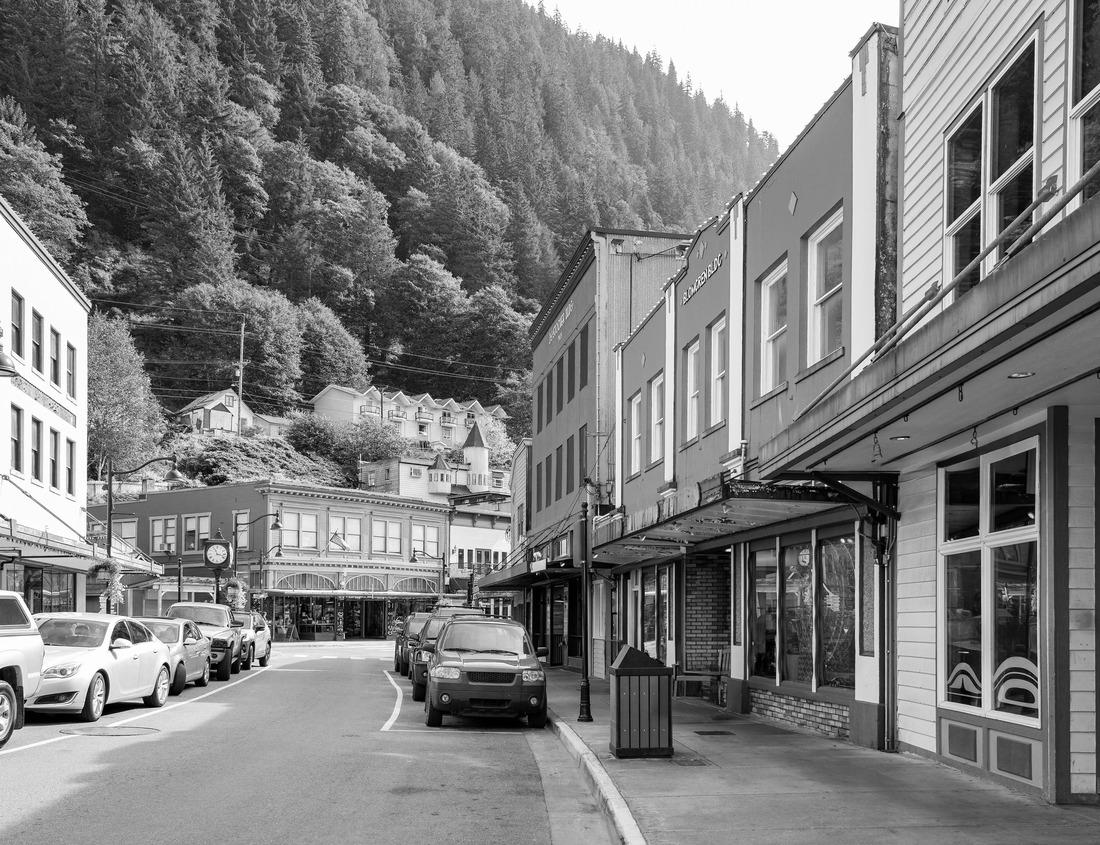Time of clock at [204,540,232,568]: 11:17
